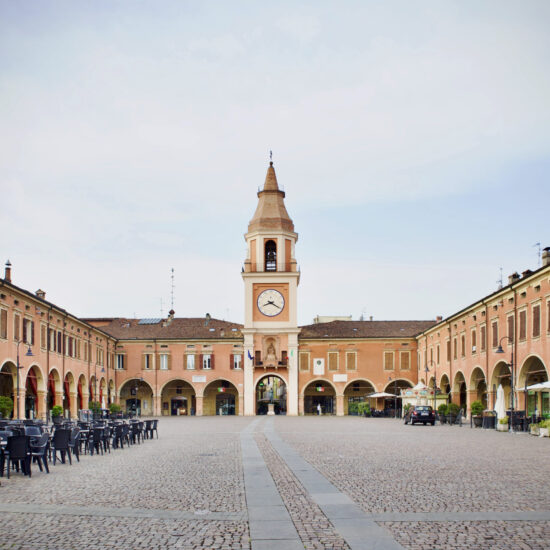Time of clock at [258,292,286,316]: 8:20
